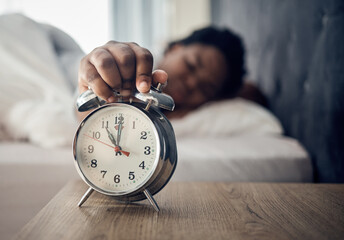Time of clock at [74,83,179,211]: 11:00
